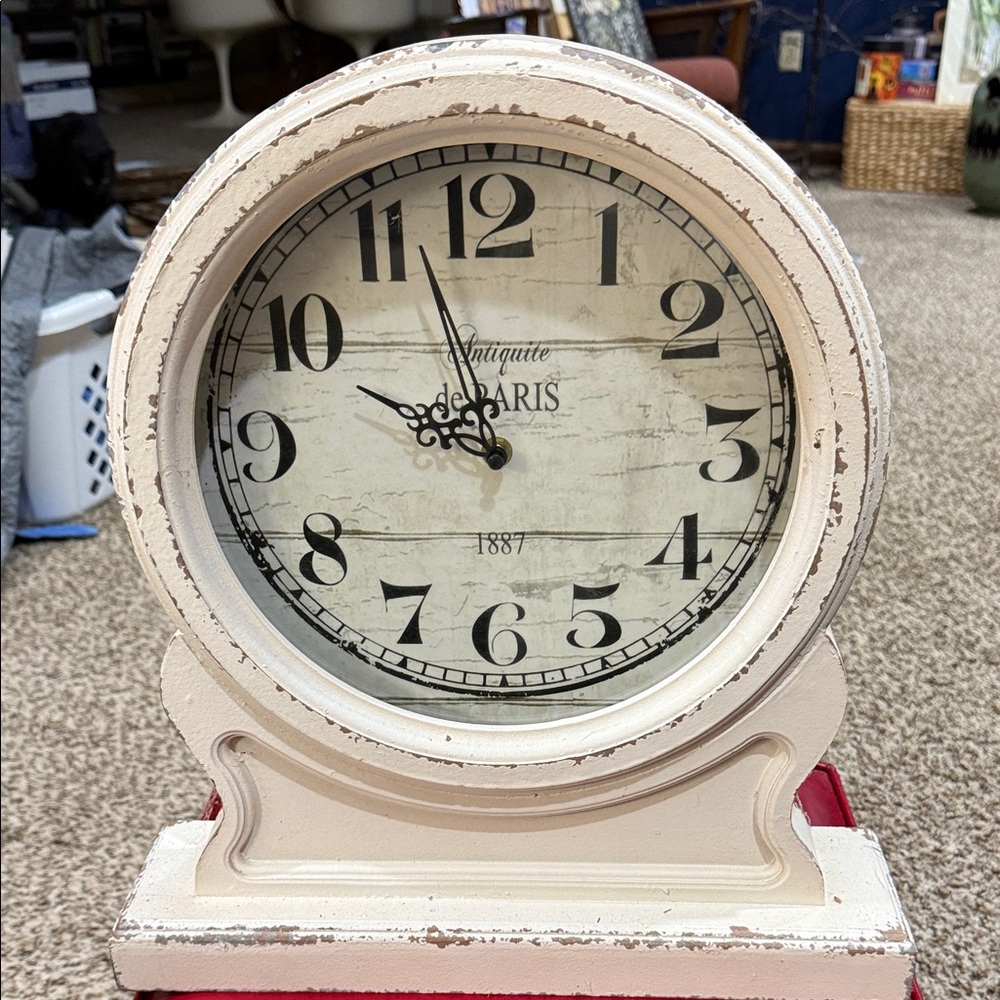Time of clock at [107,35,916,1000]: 9:56
